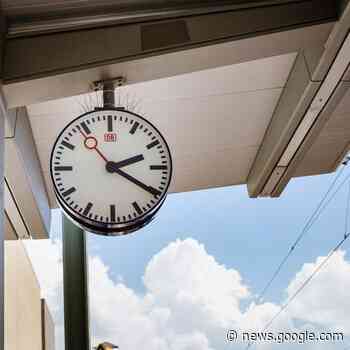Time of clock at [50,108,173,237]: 2:20
